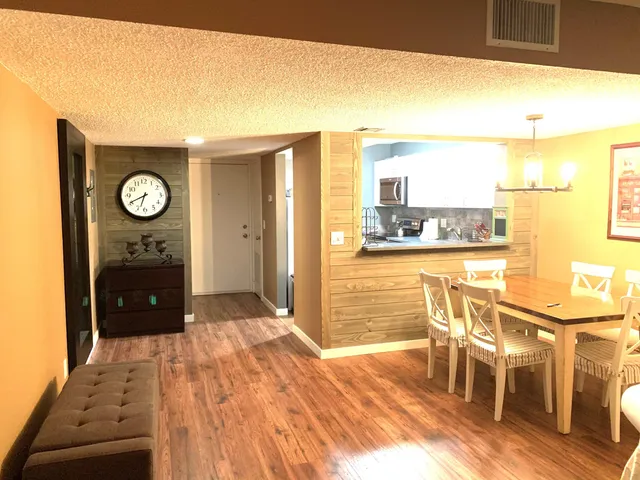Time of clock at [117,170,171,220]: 6:40
